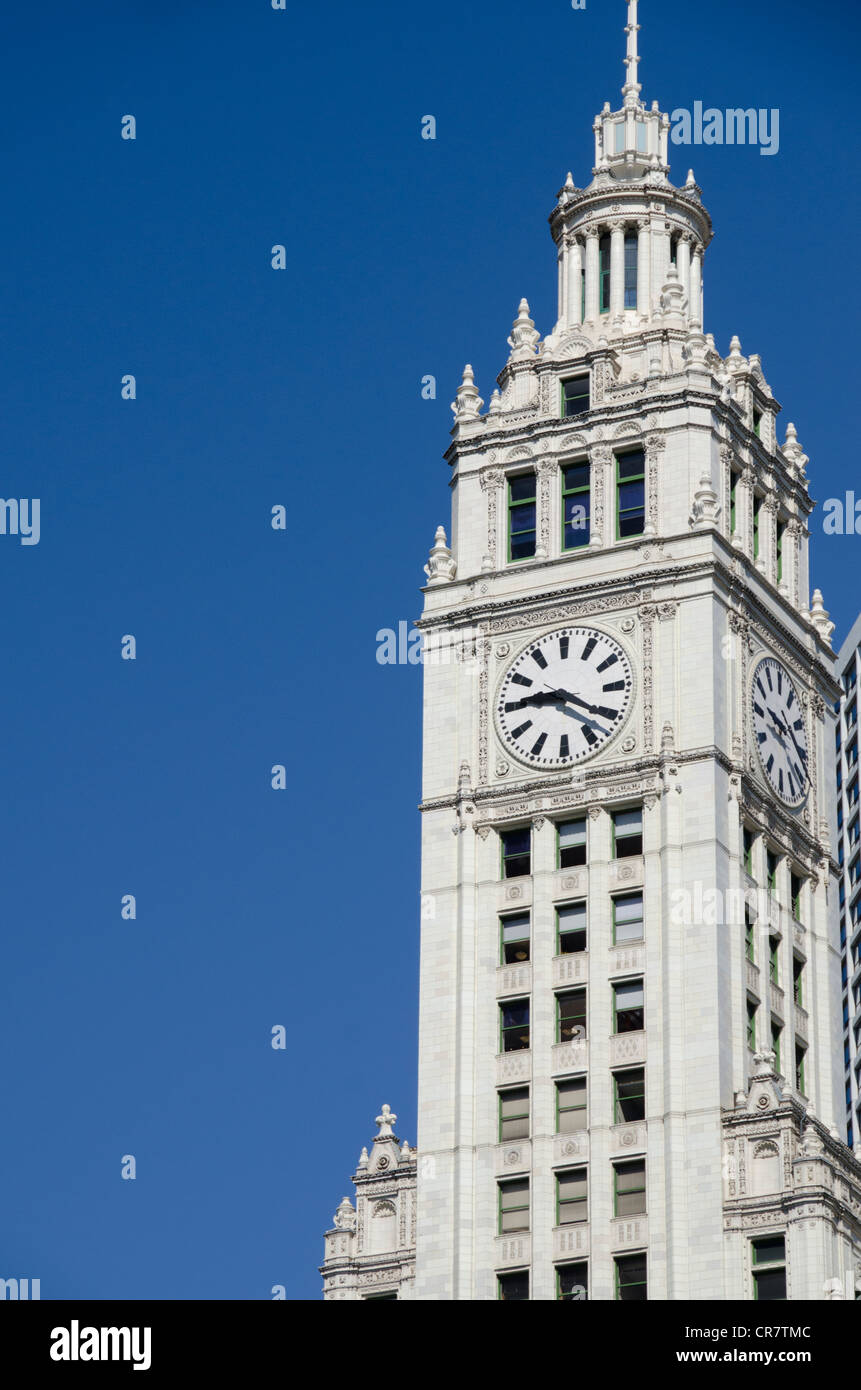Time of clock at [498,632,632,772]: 9:20
